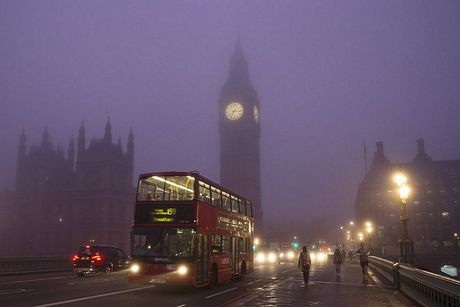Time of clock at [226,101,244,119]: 7:15
